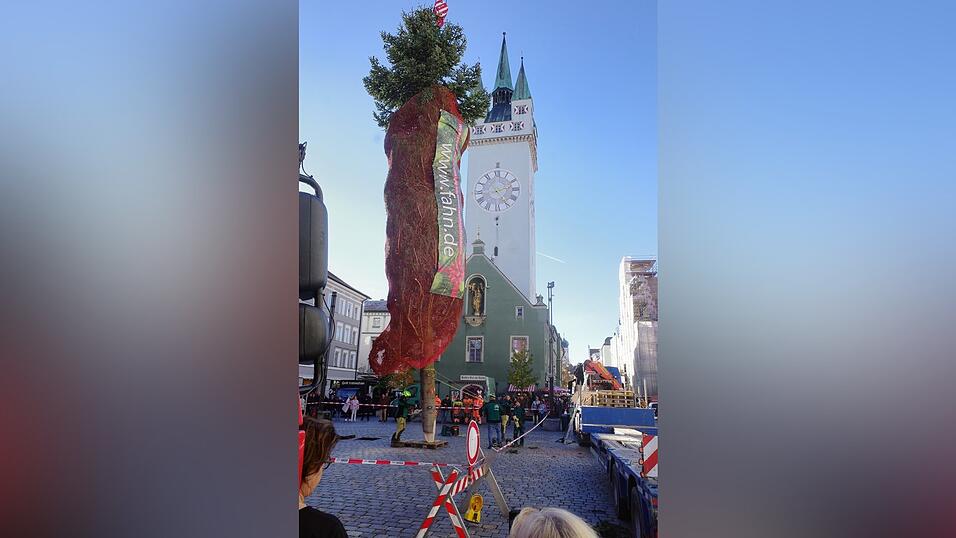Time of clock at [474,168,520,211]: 2:24
